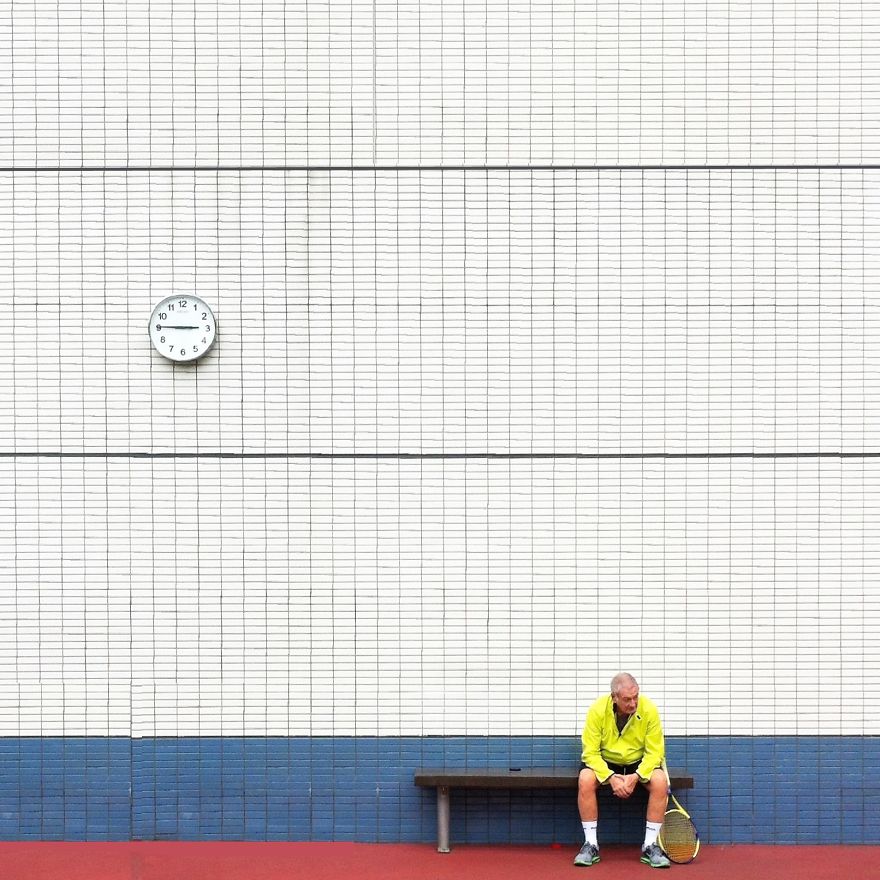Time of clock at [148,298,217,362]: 2:45
